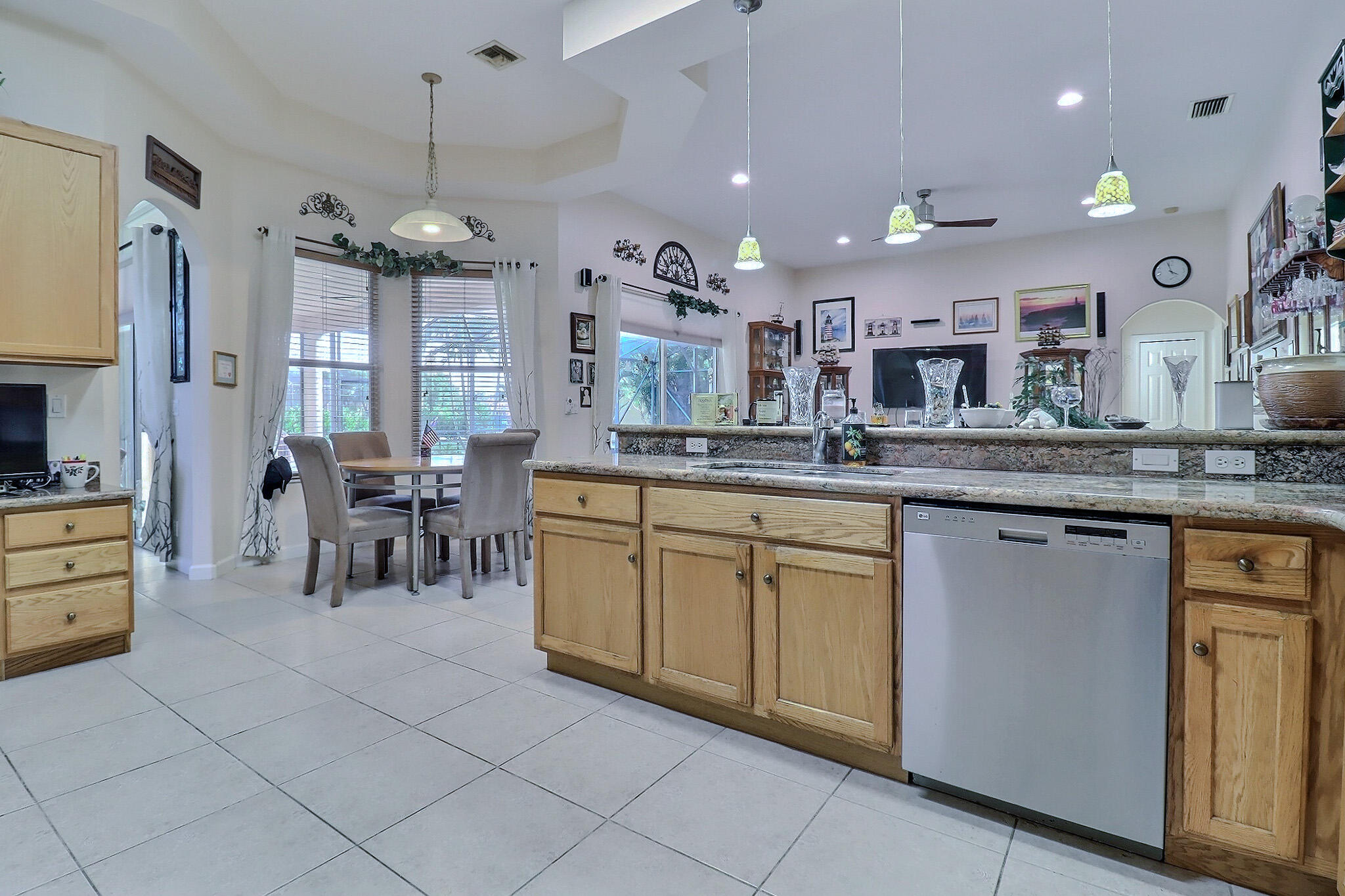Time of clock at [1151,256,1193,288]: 3:56
